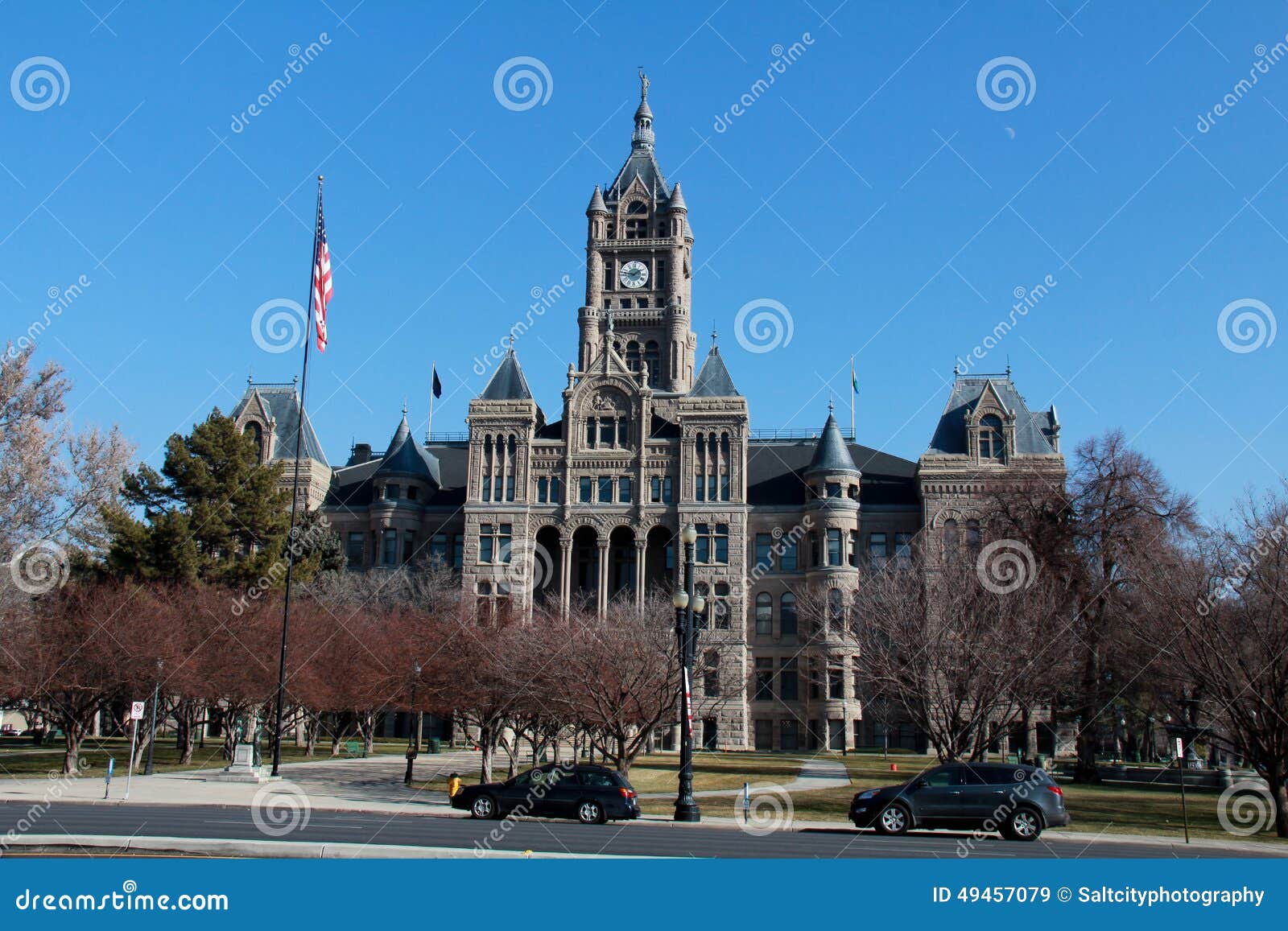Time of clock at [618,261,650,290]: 1:46
